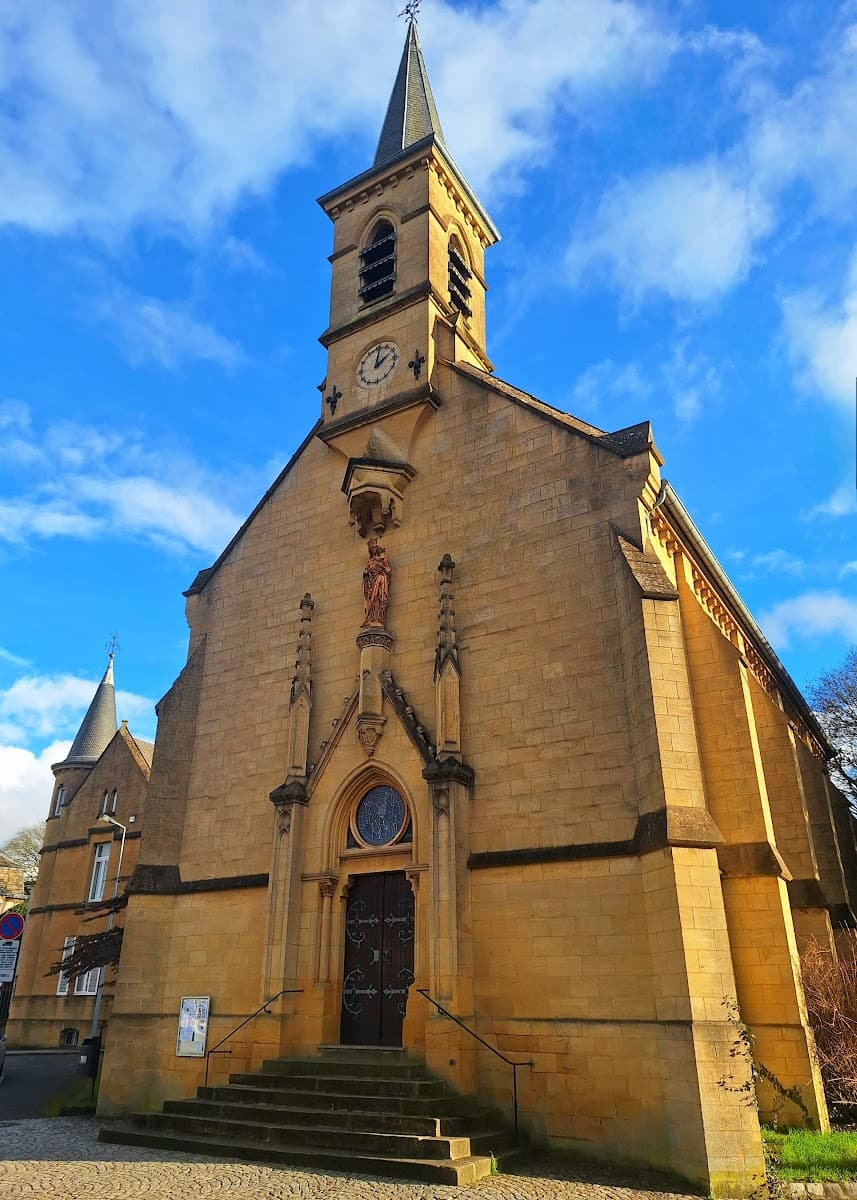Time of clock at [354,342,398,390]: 2:01
